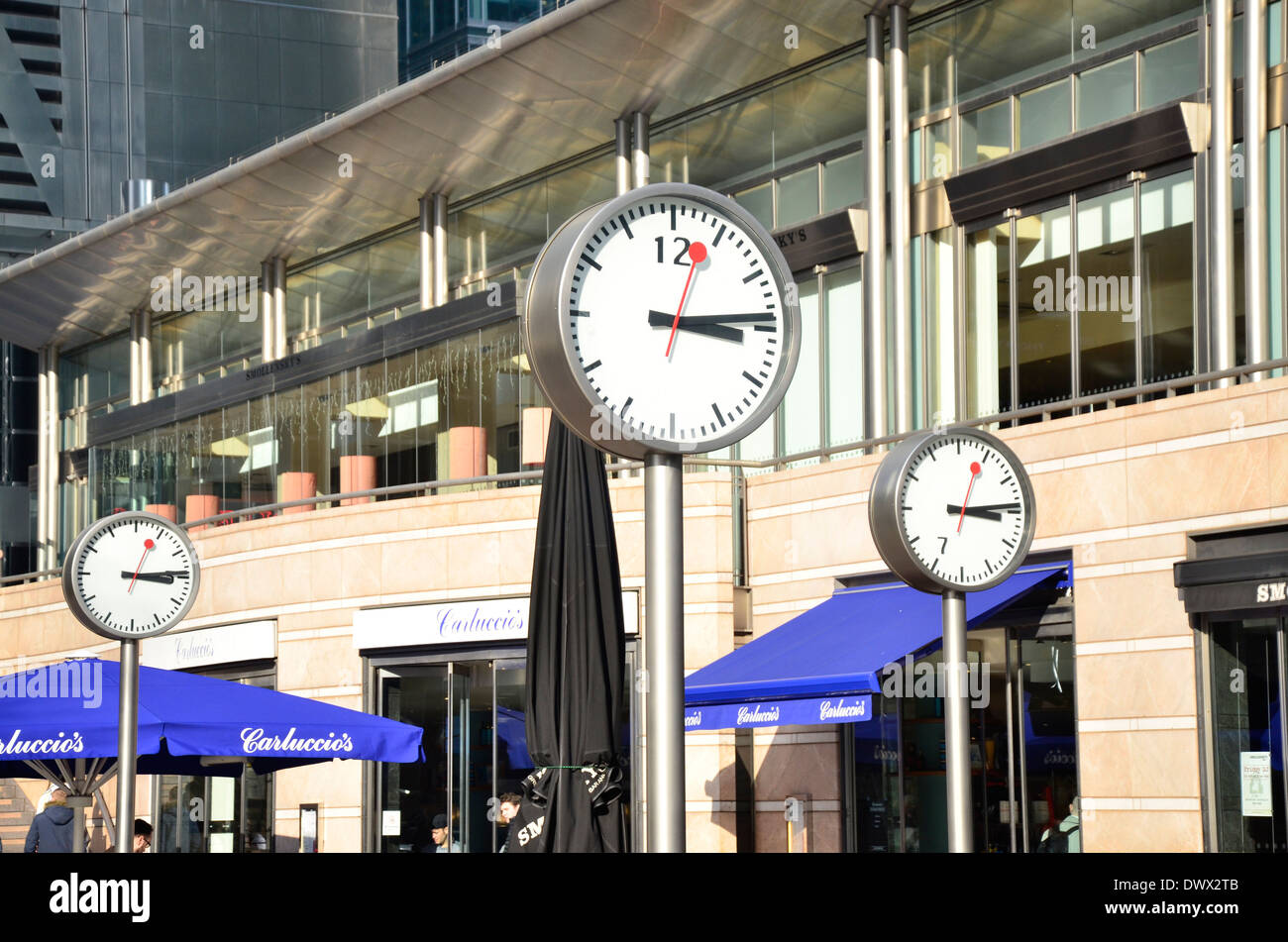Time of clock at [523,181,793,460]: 3:13
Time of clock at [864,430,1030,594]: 3:14
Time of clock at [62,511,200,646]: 3:14
